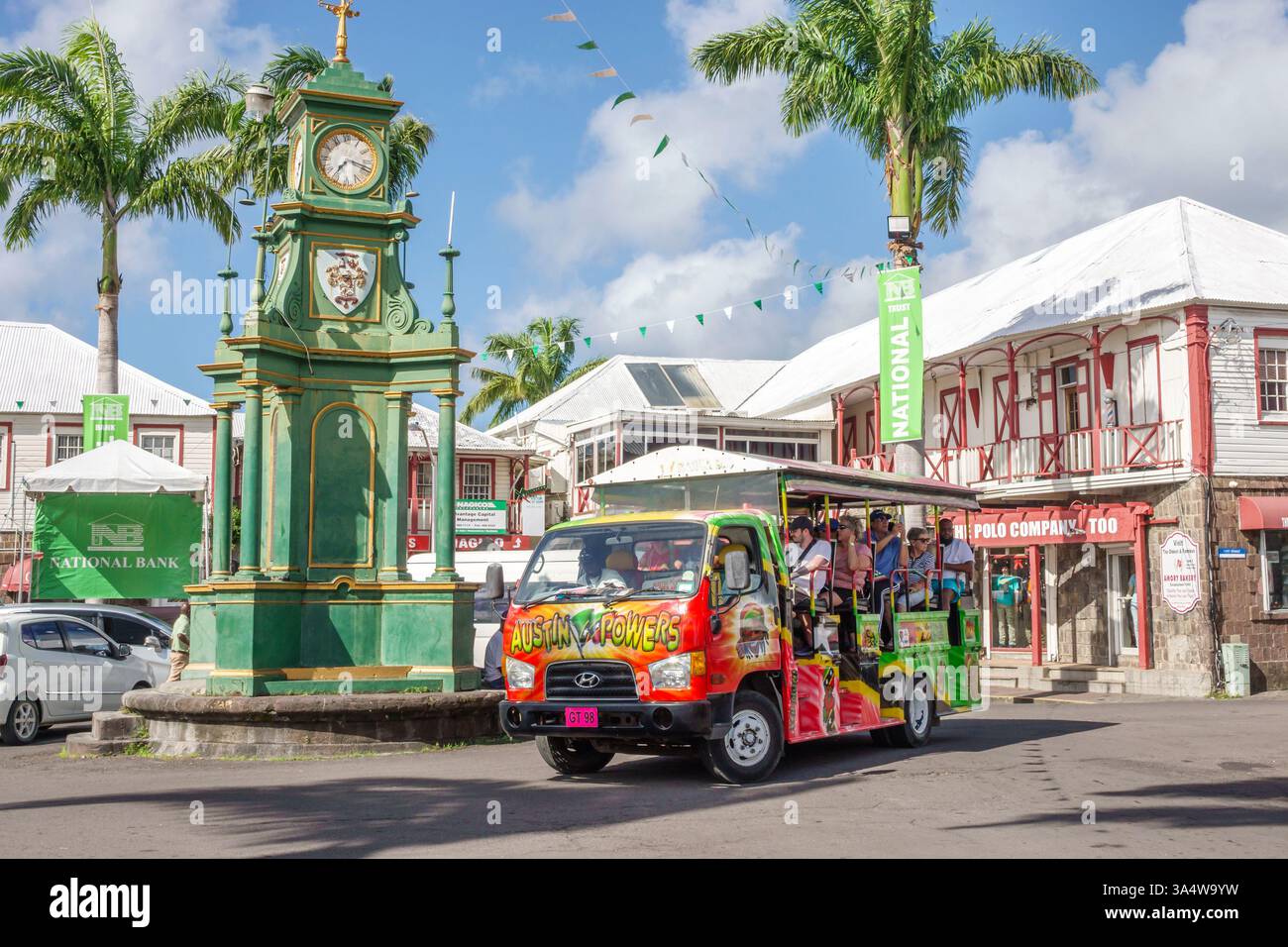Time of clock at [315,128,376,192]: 7:18
